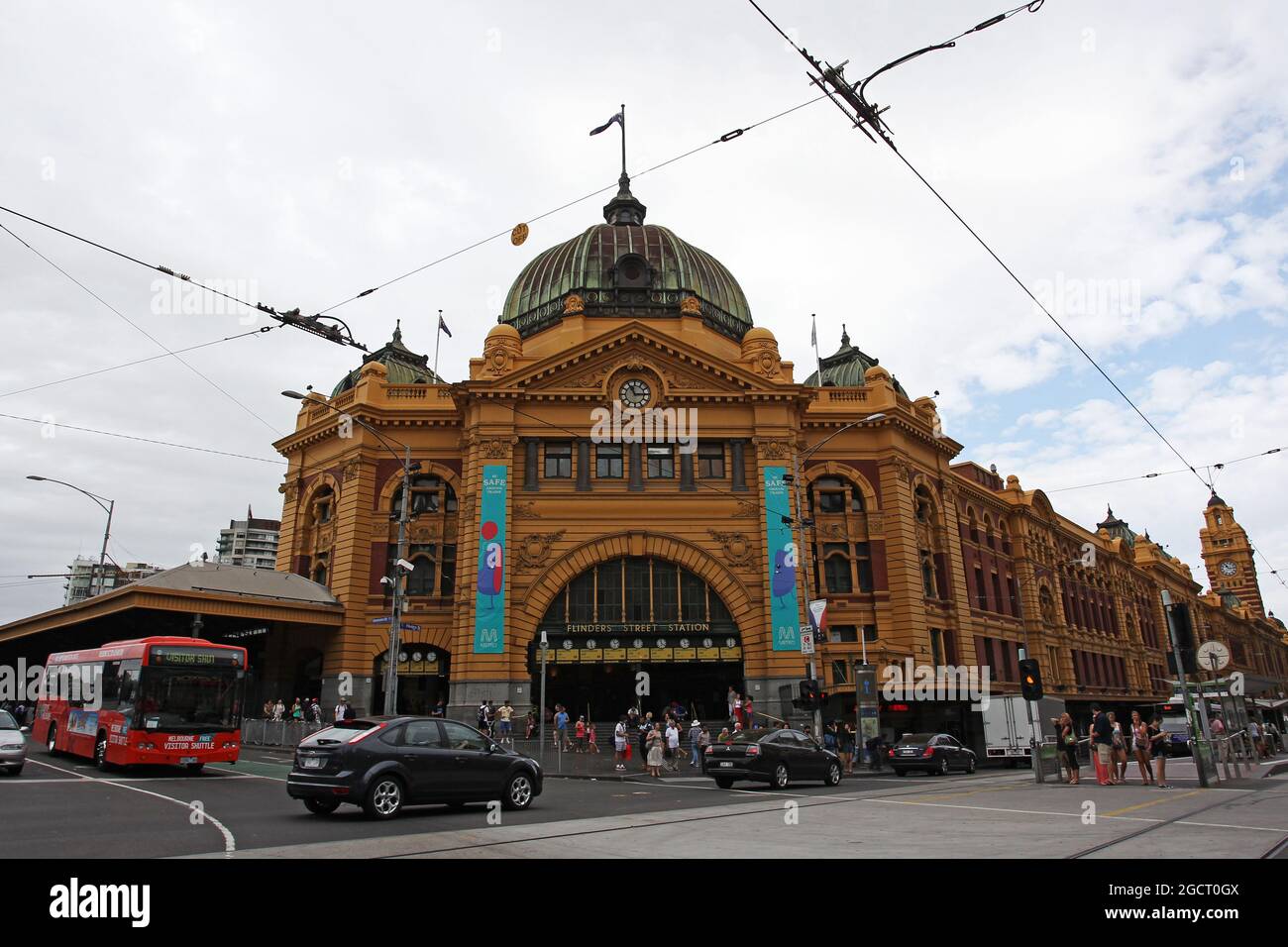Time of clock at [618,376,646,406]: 11:14
